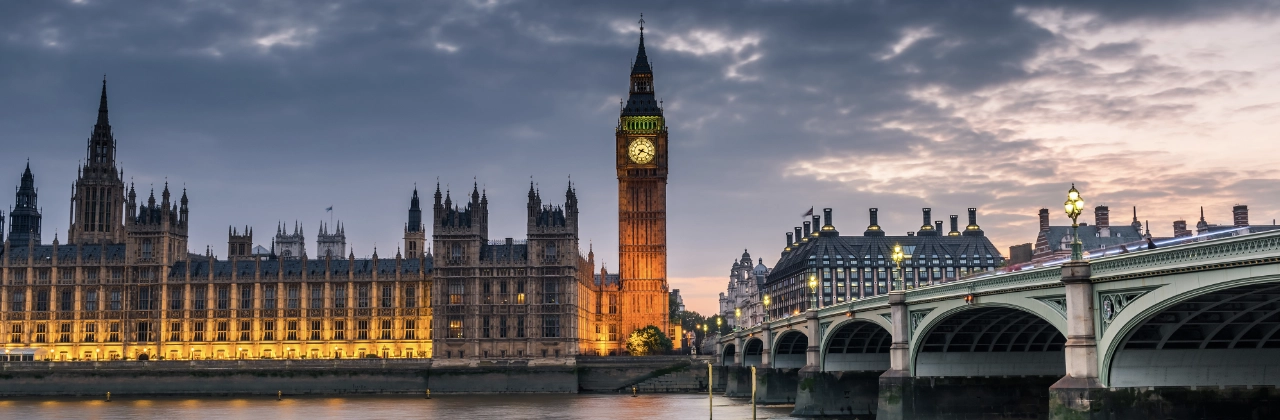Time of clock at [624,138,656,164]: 7:18
